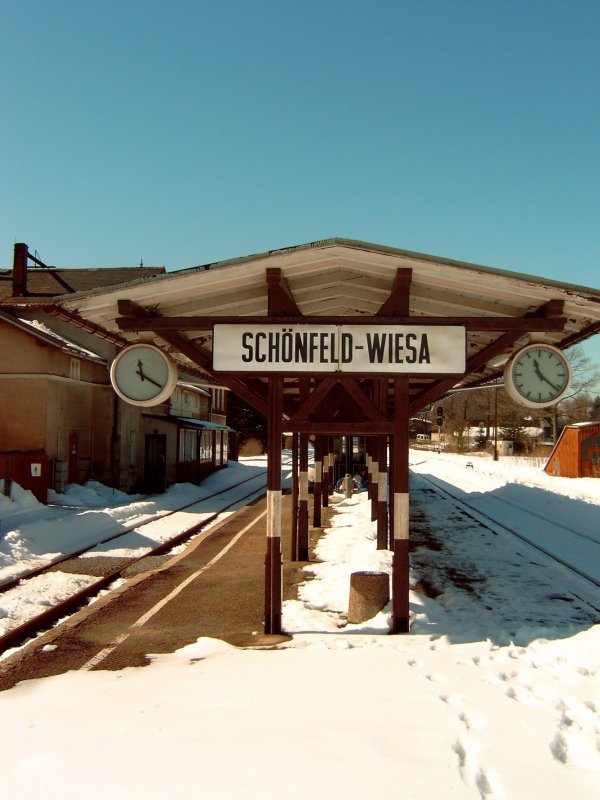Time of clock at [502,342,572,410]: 11:21
